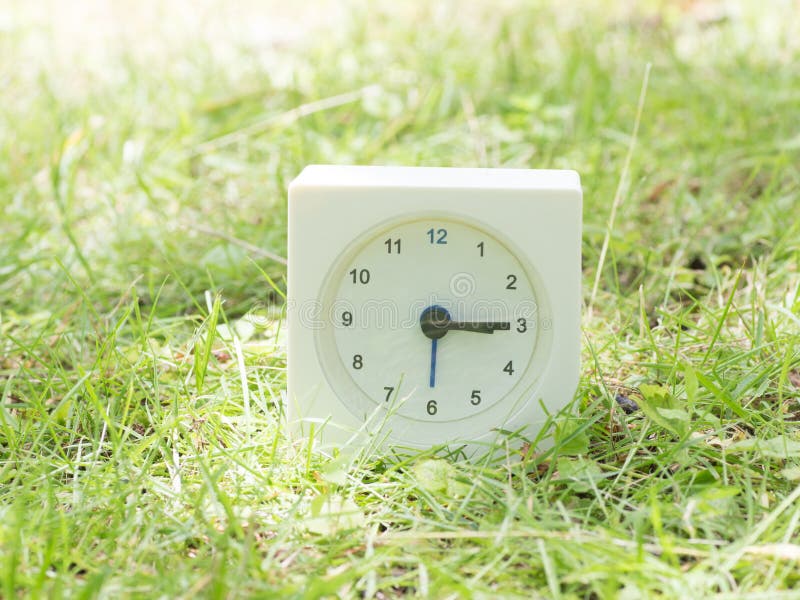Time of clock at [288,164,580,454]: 3:15
